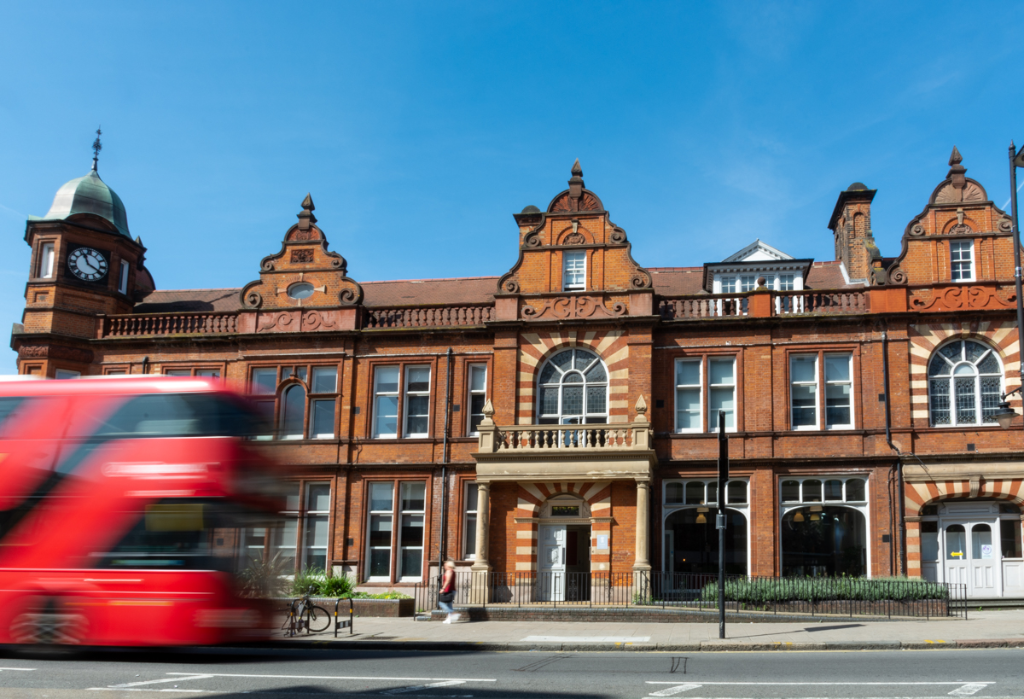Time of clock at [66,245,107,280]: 11:19
